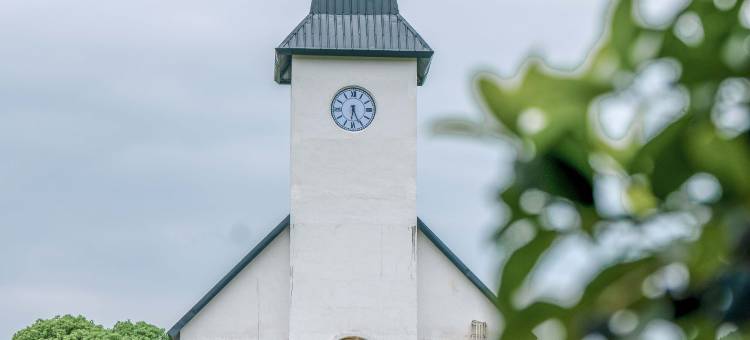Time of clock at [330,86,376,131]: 6:25
